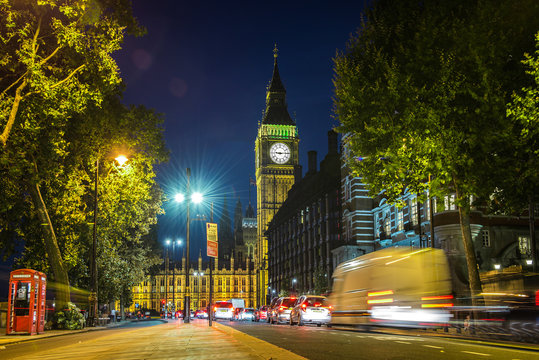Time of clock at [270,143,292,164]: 9:14
